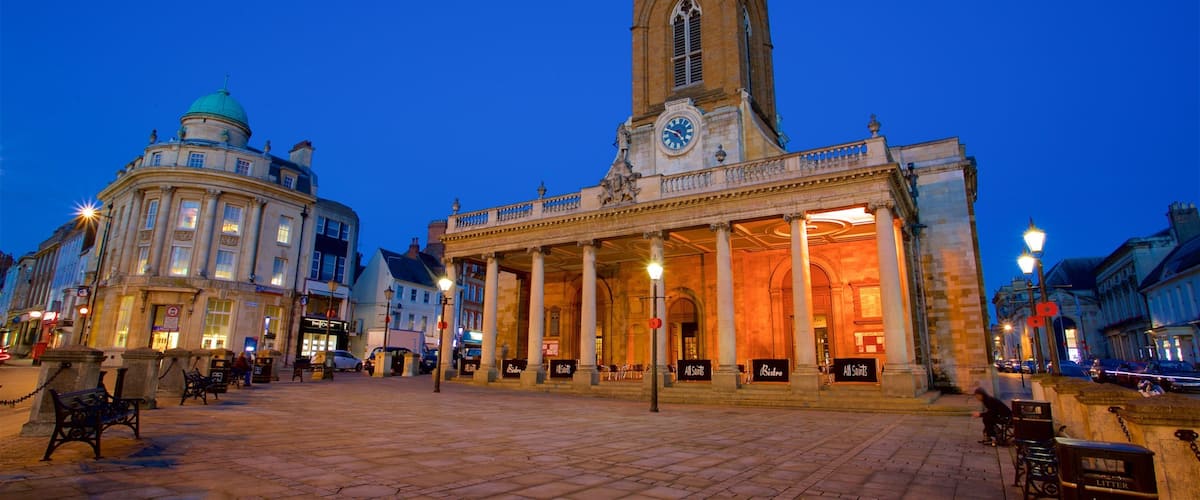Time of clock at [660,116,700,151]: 4:47
